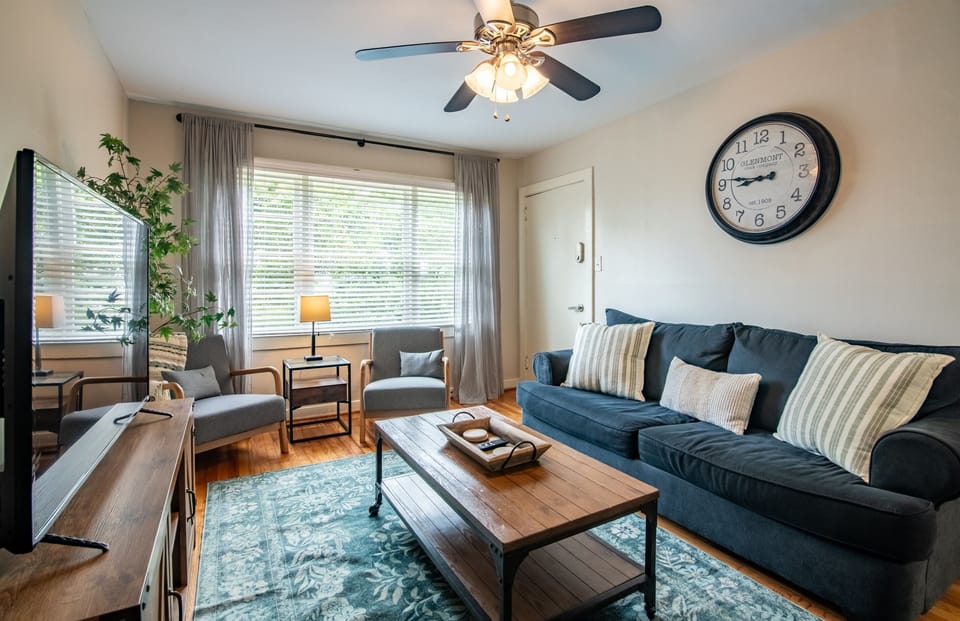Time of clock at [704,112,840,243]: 8:46
